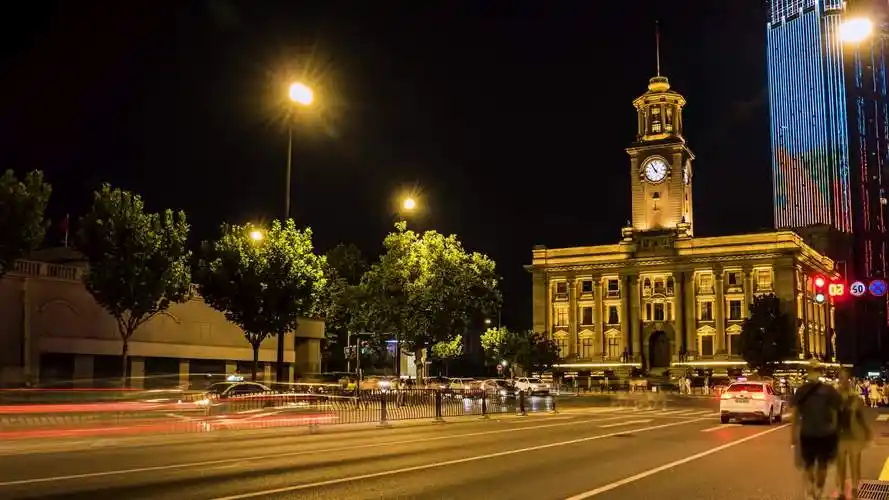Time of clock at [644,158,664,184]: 10:55
